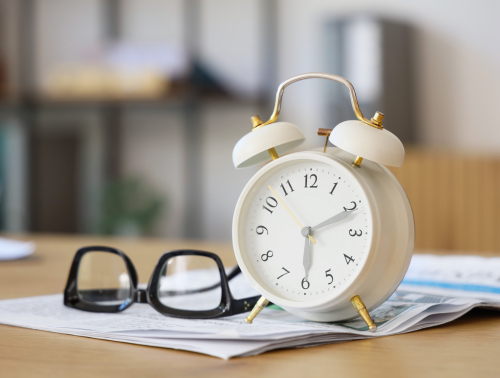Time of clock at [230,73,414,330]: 6:10
